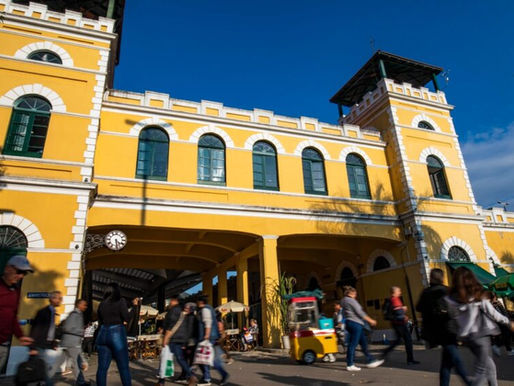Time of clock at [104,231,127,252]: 4:28
